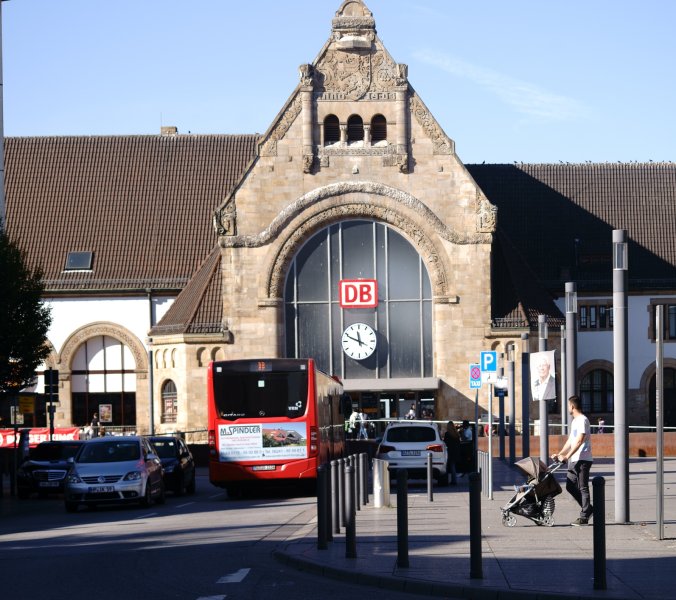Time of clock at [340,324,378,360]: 11:48
